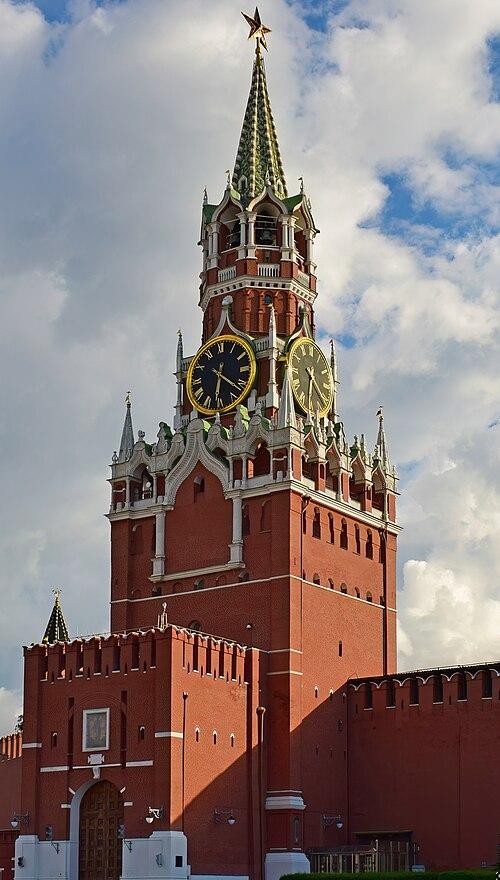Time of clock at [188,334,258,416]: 6:21
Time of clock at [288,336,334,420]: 6:21
